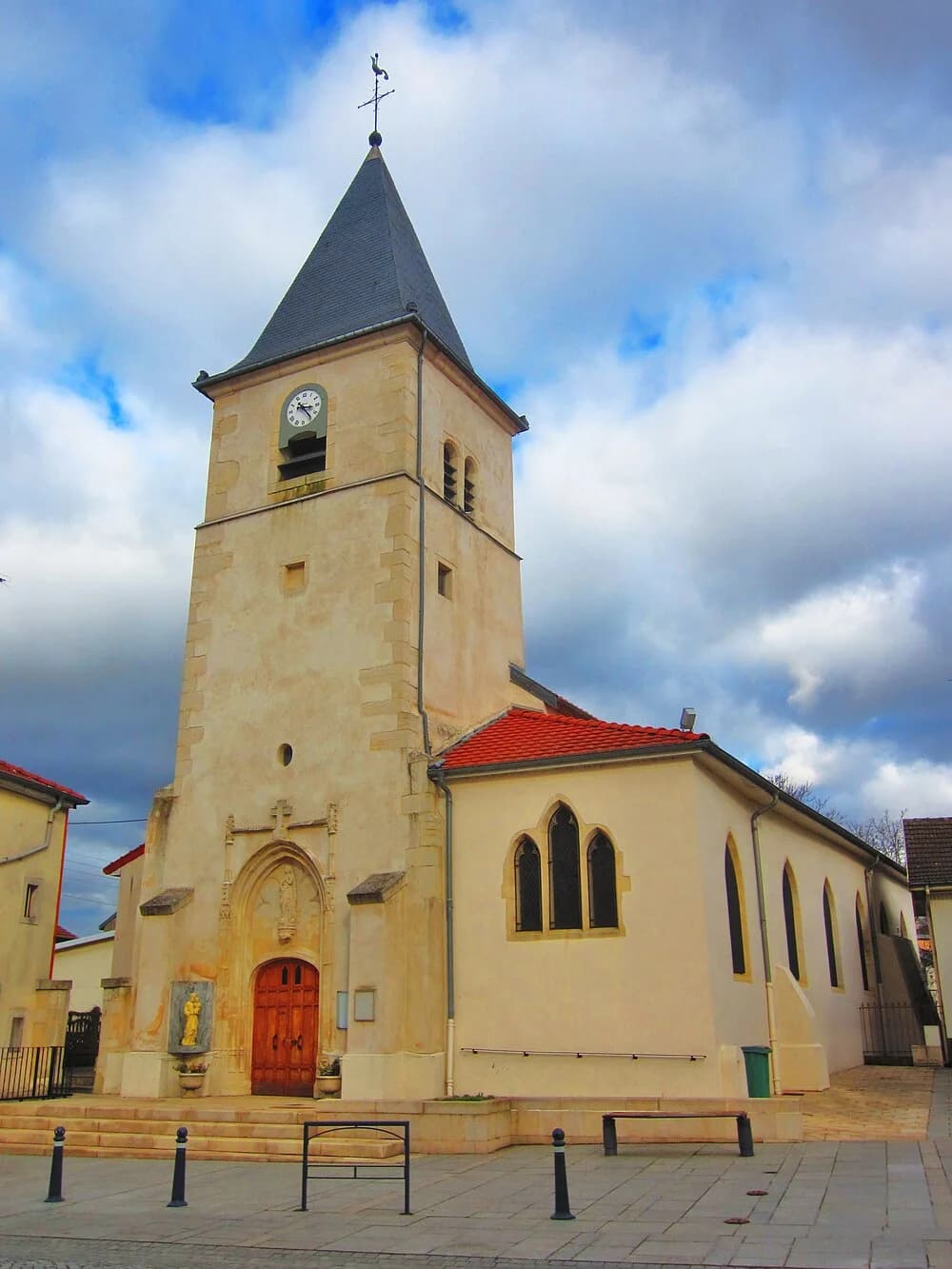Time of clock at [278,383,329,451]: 3:23
